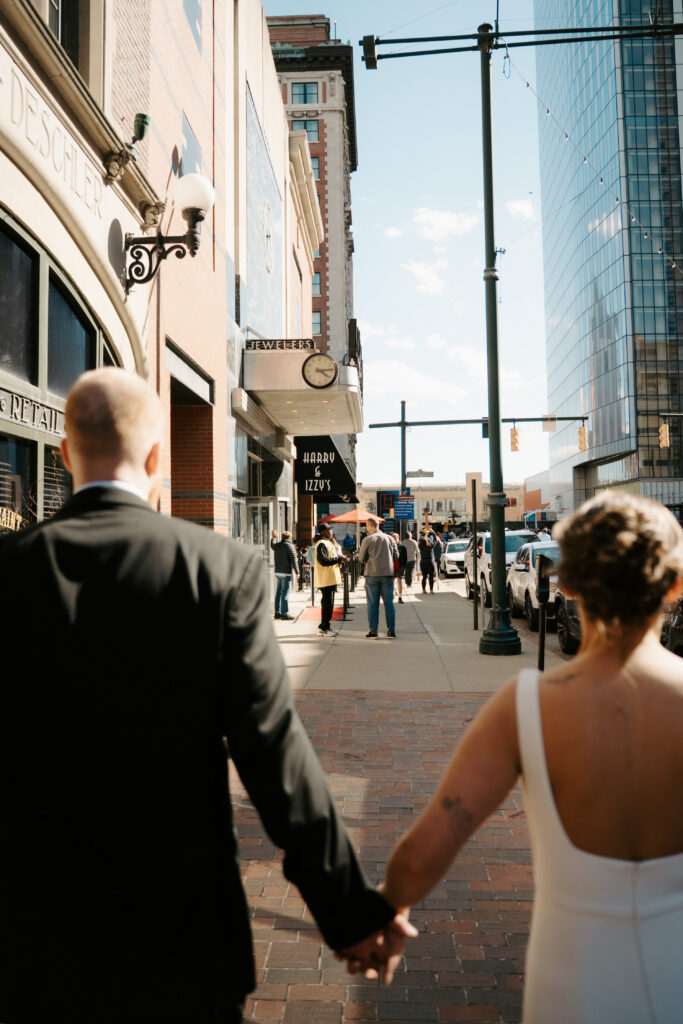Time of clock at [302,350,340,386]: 4:14
